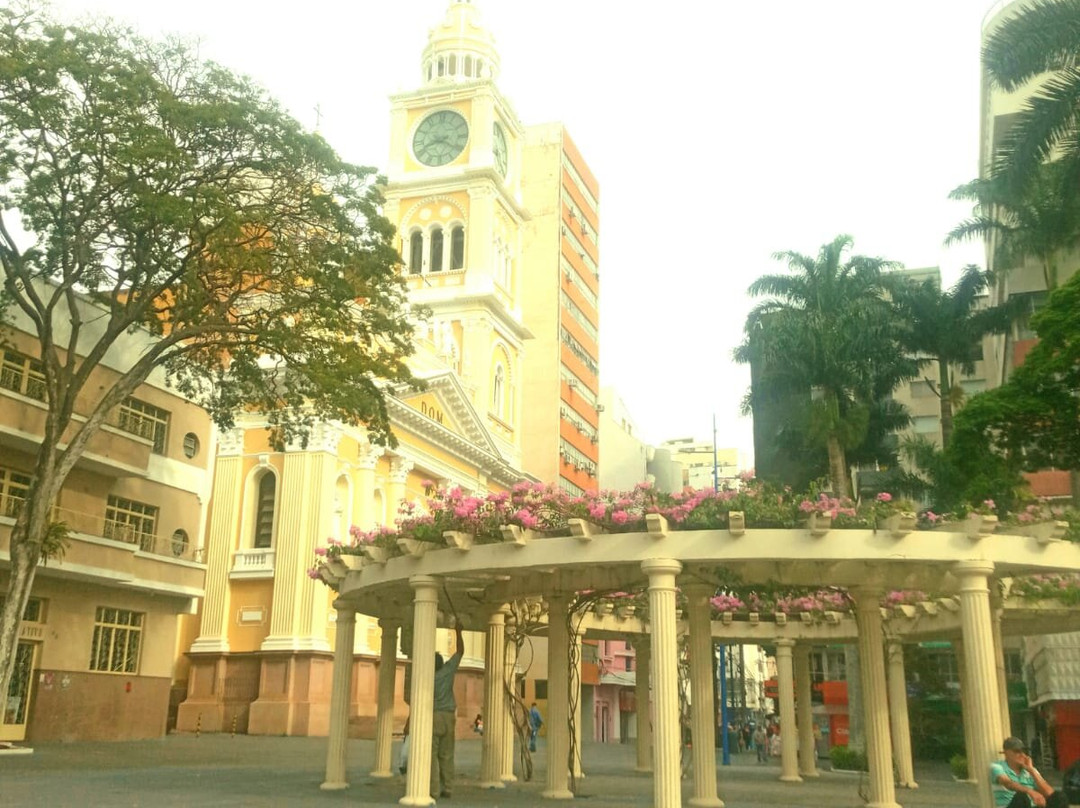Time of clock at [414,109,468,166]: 8:20
